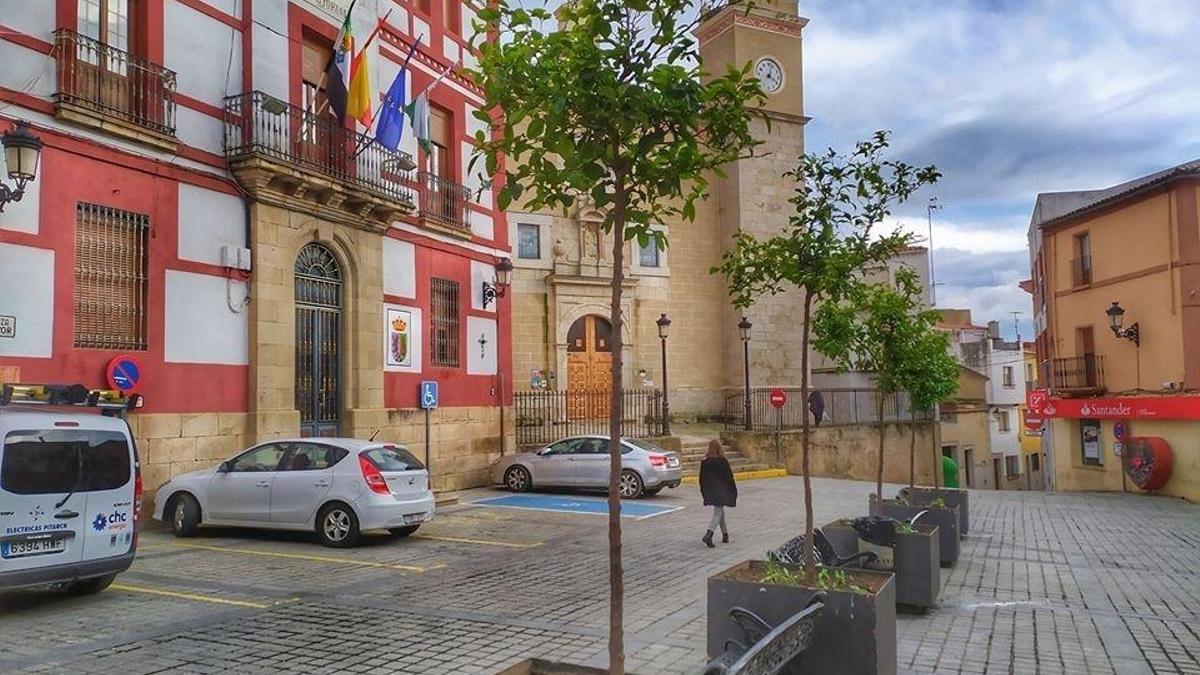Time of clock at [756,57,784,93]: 4:02
